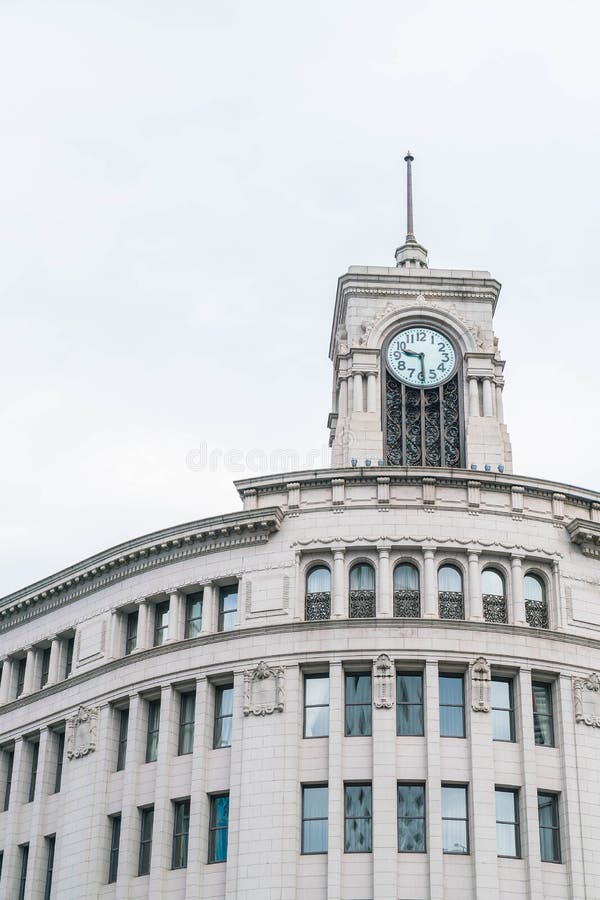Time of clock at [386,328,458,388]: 9:29
